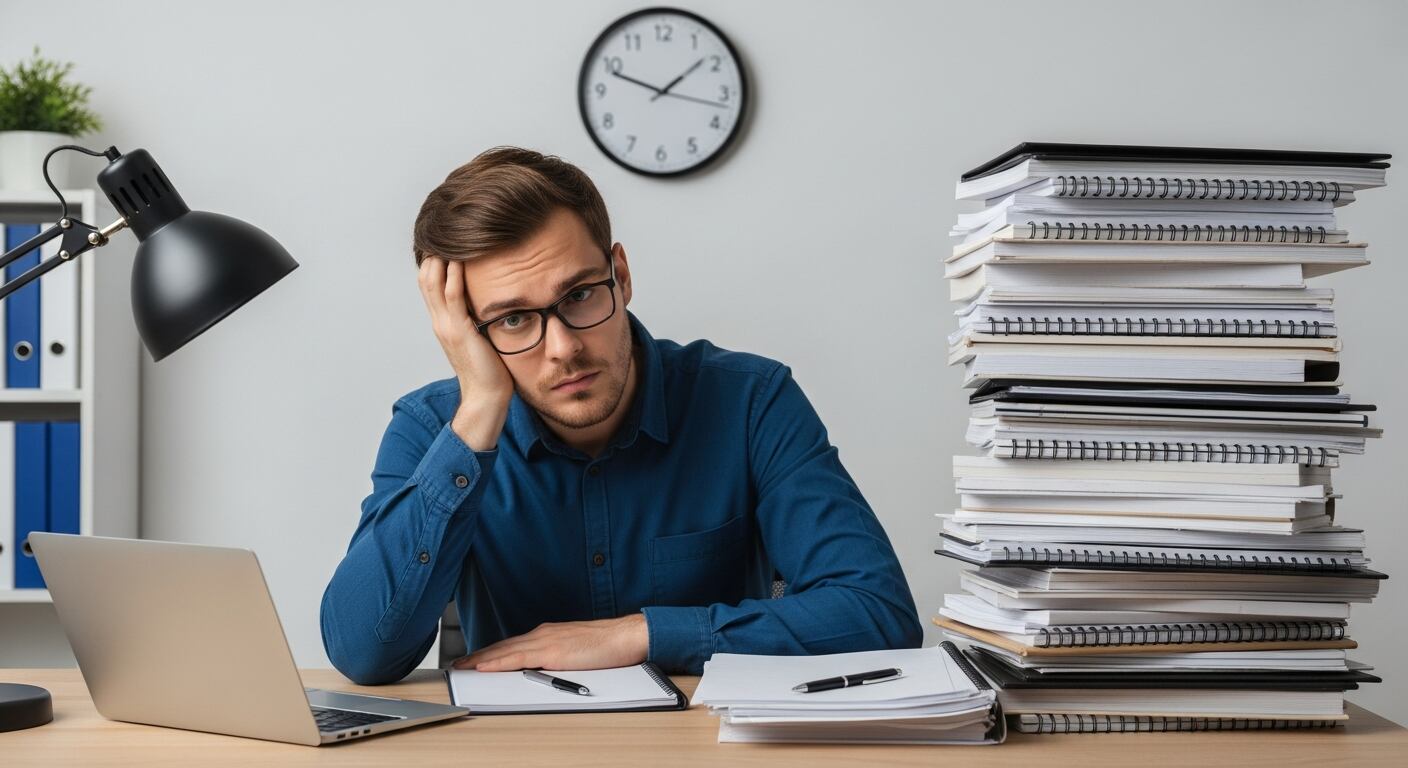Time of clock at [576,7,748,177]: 1:48
